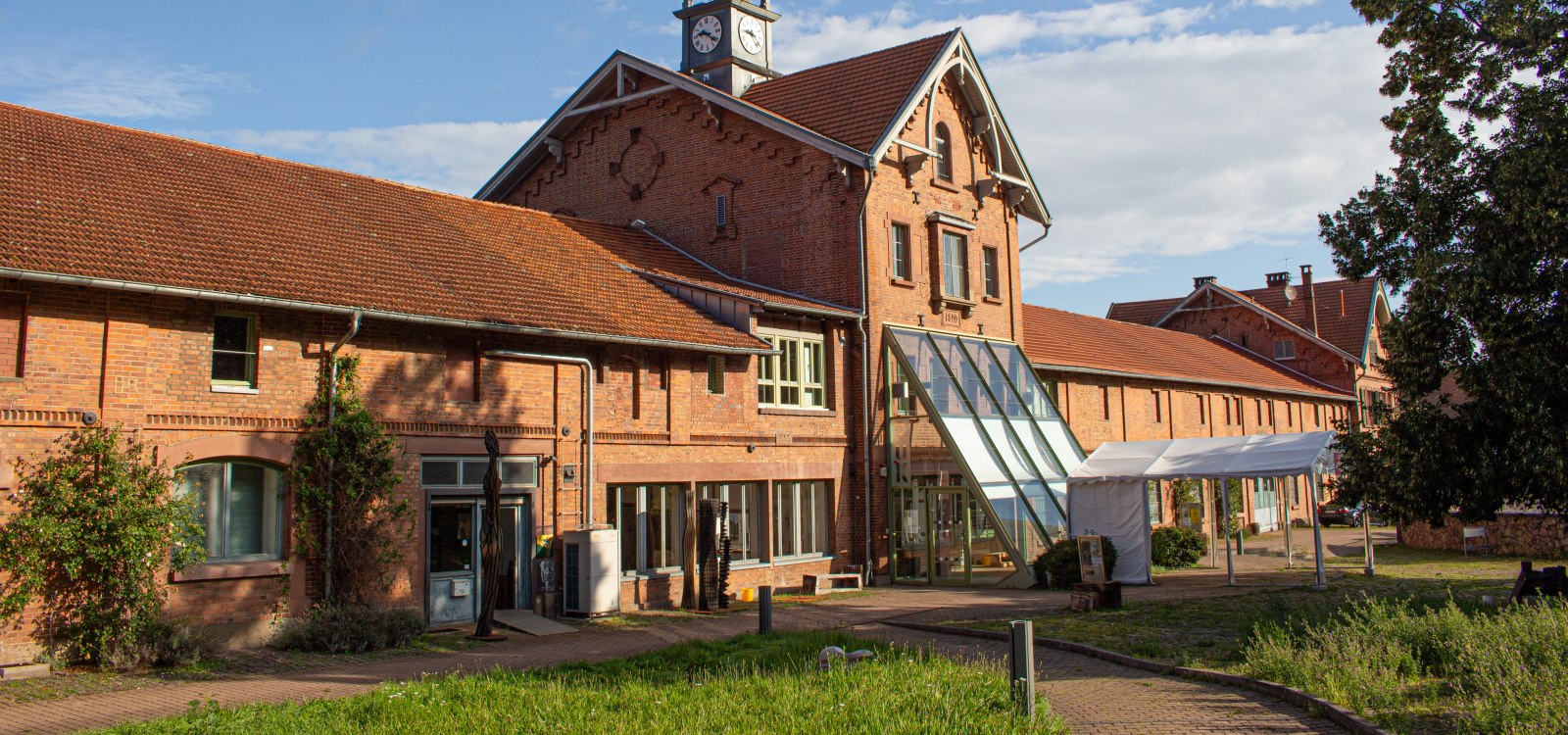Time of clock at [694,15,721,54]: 9:21
